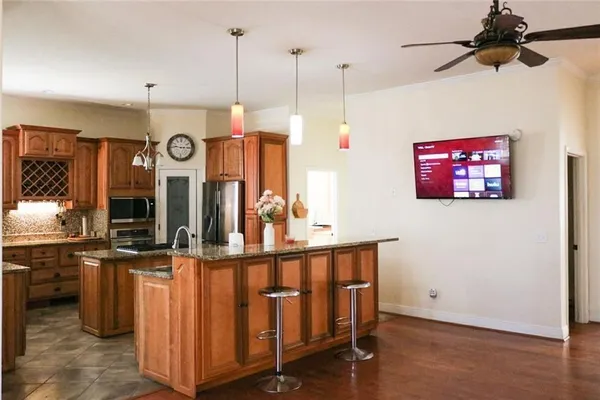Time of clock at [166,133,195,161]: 2:46
